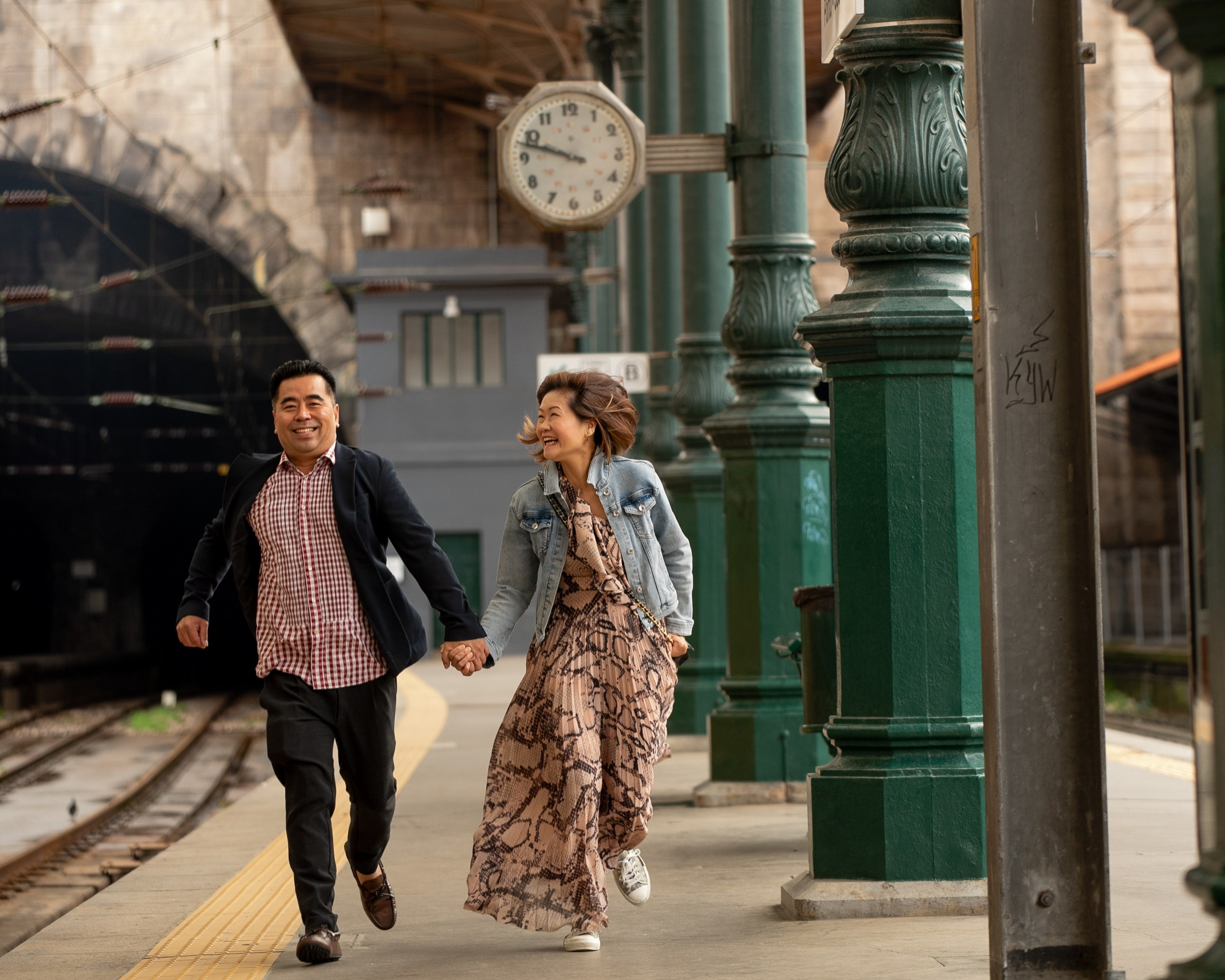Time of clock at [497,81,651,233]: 9:47
